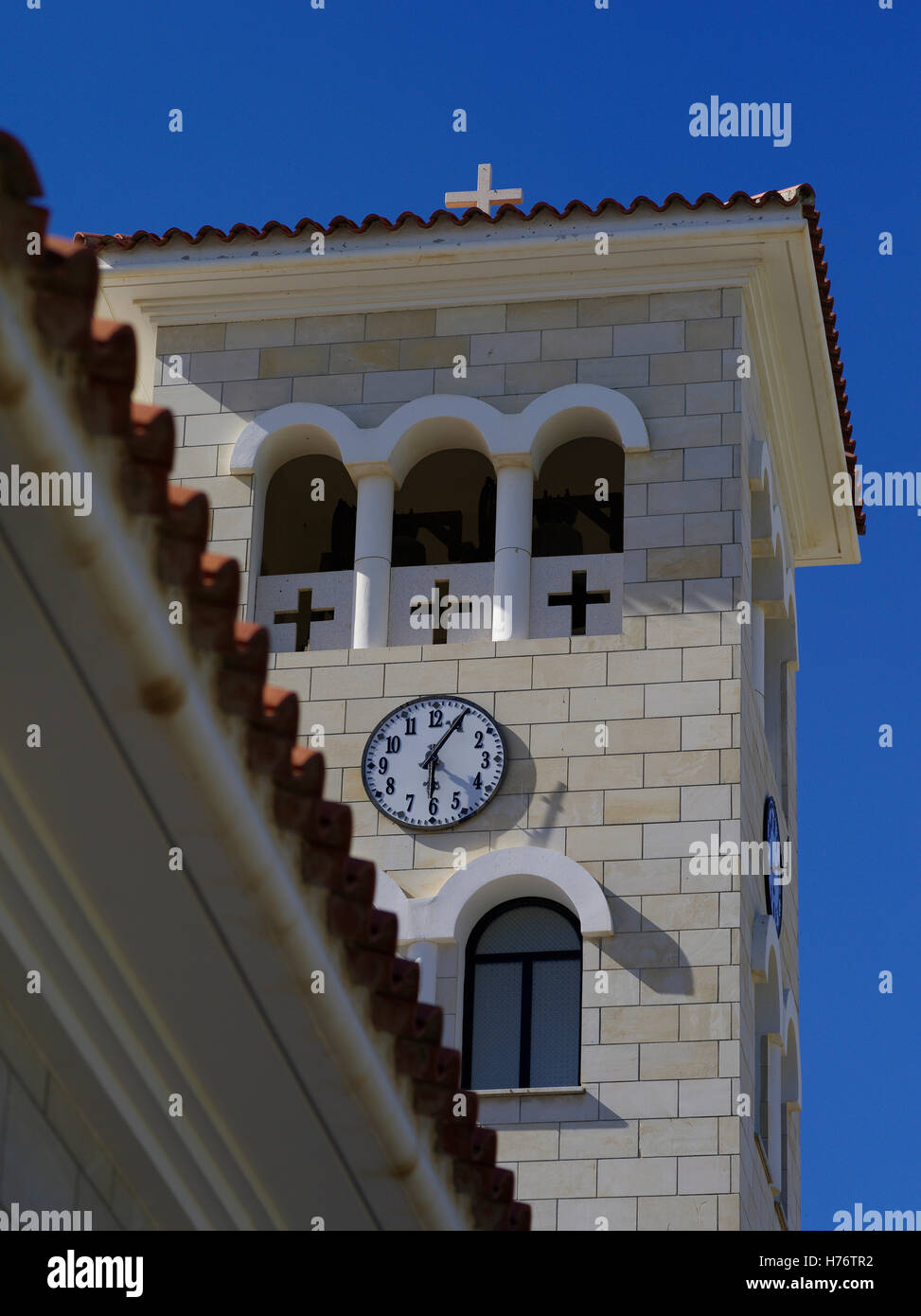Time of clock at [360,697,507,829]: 6:05
